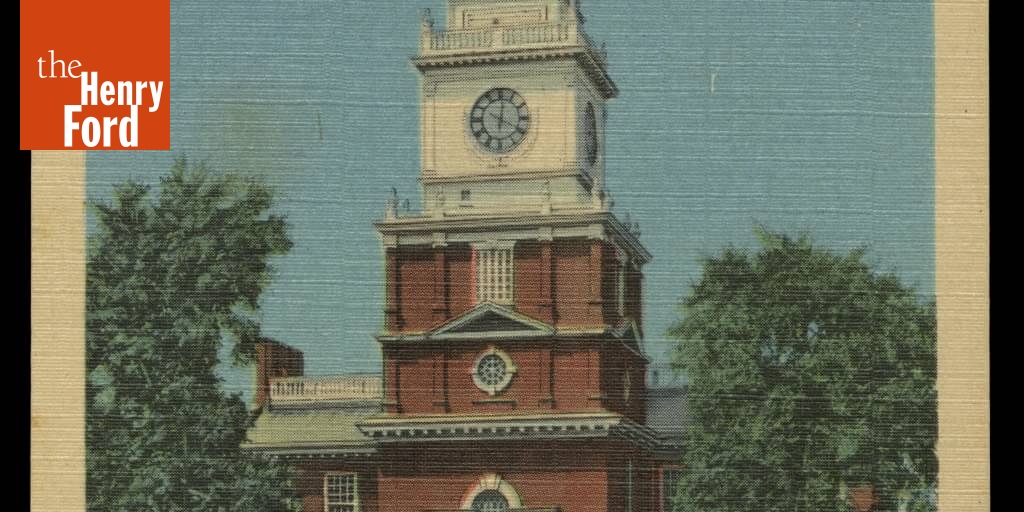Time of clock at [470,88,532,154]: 12:19
